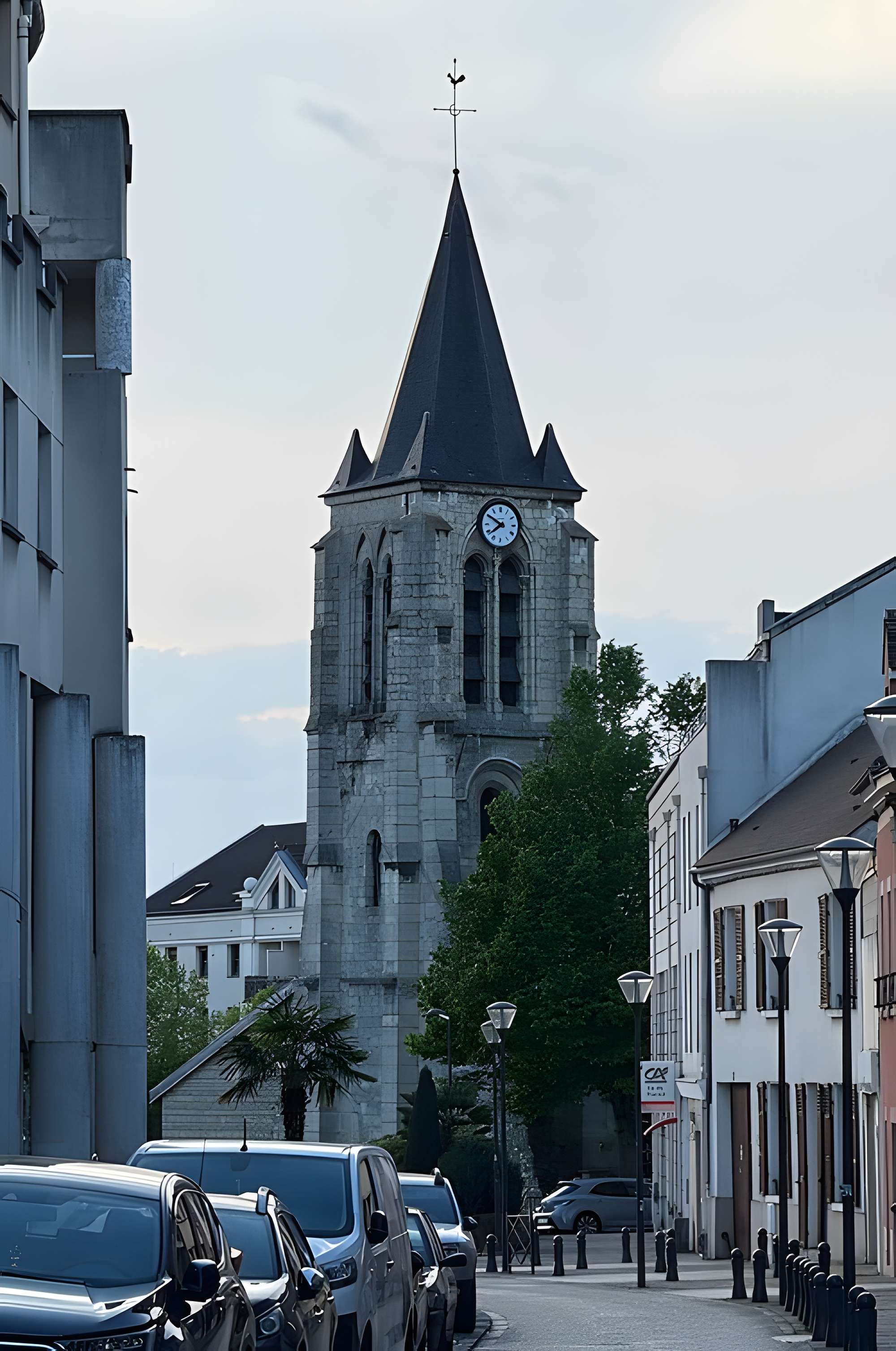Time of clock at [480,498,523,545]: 7:50
